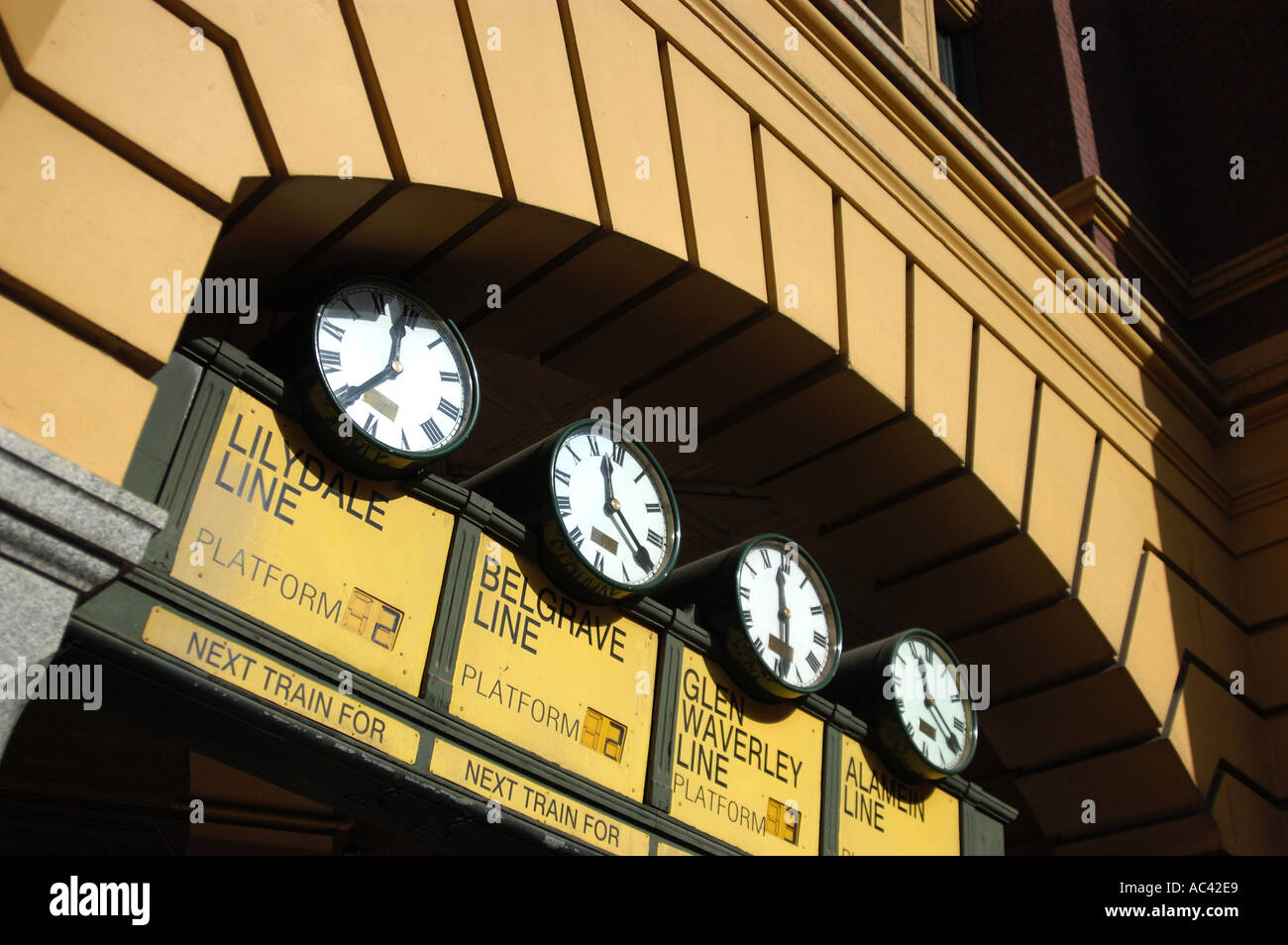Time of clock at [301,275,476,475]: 12:39
